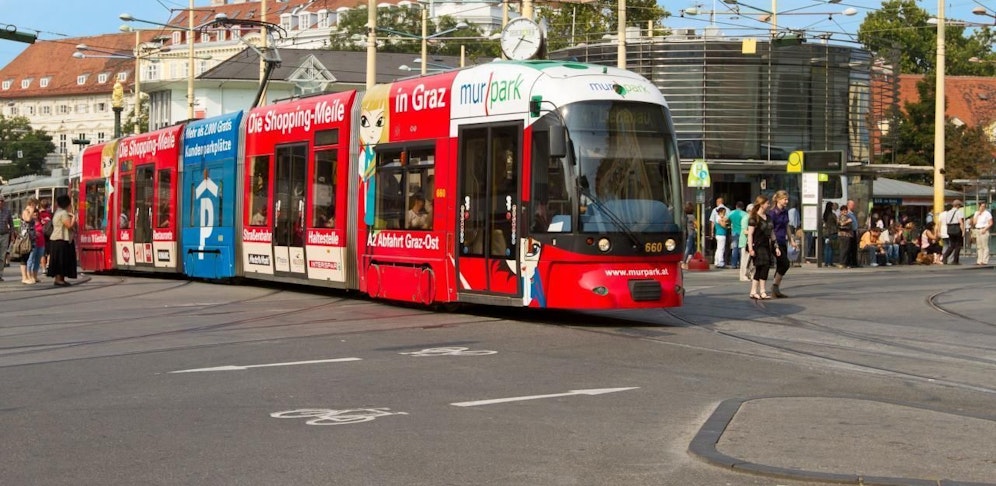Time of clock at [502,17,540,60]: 3:36
